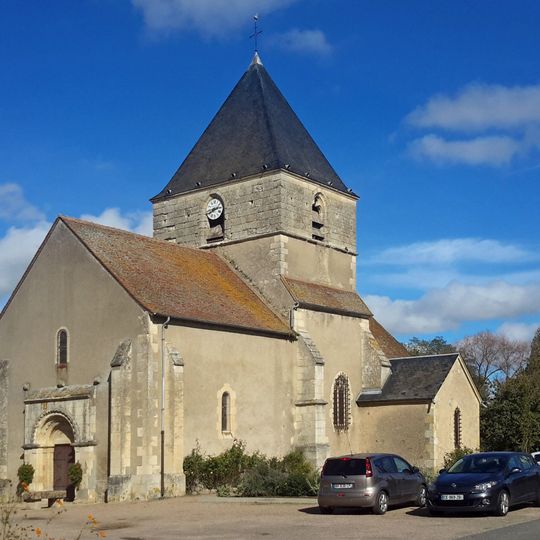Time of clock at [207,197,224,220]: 2:40
